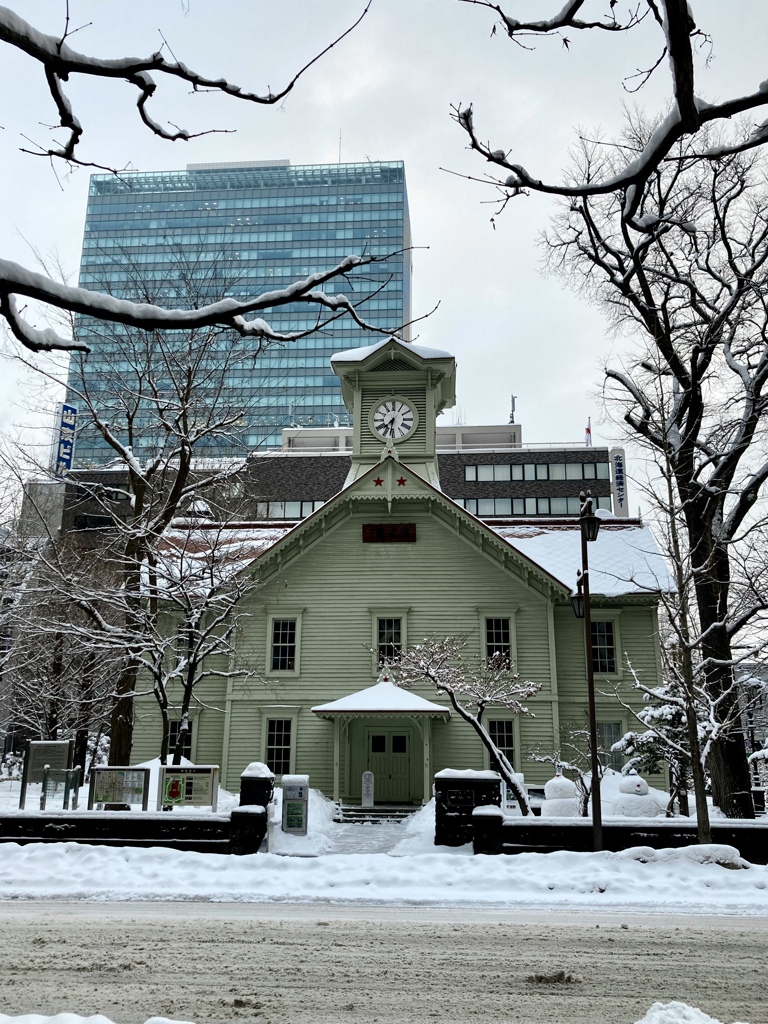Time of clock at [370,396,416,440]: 7:32
